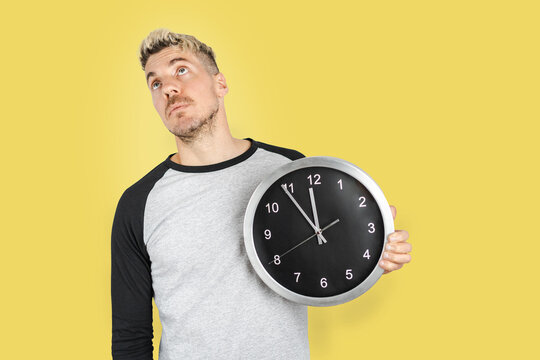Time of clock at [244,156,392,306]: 11:54
